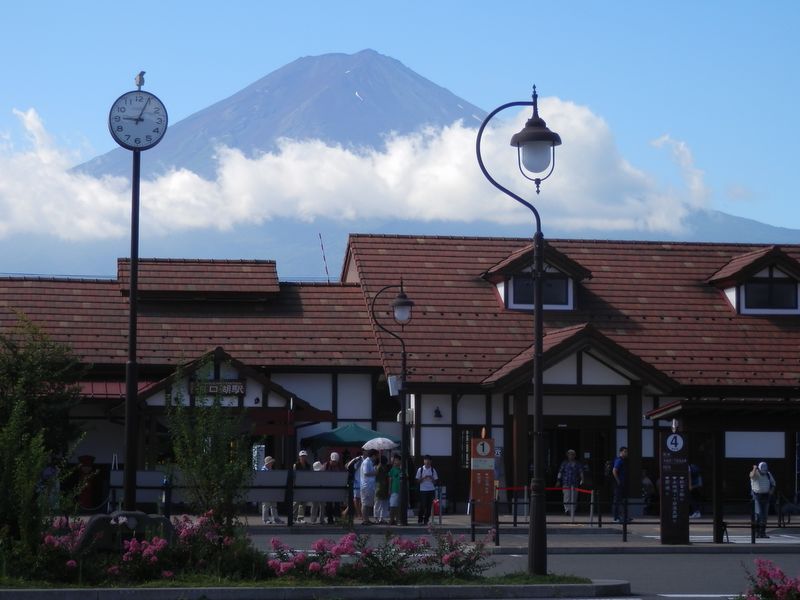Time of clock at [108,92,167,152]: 9:04
